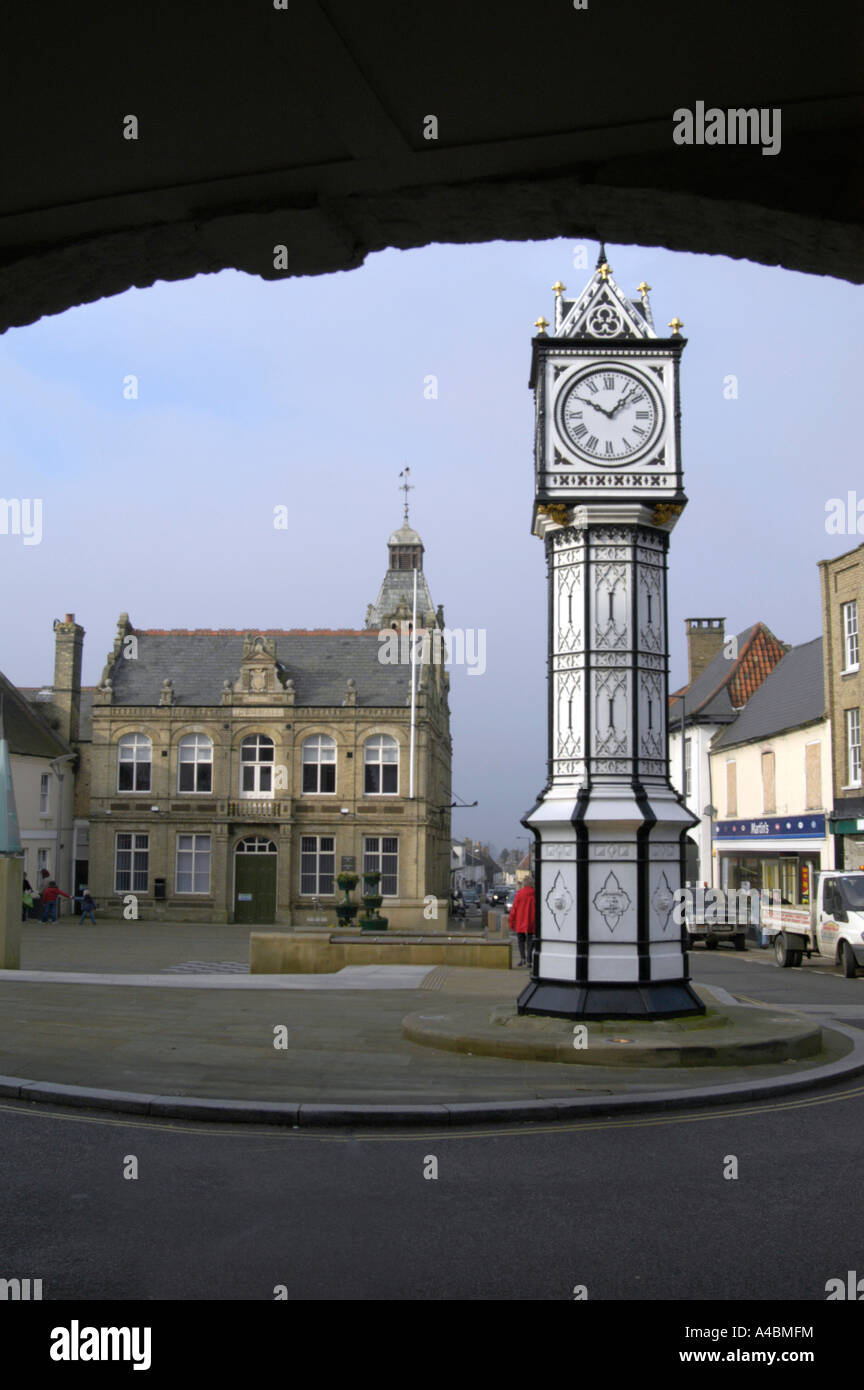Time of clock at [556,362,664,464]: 10:07
